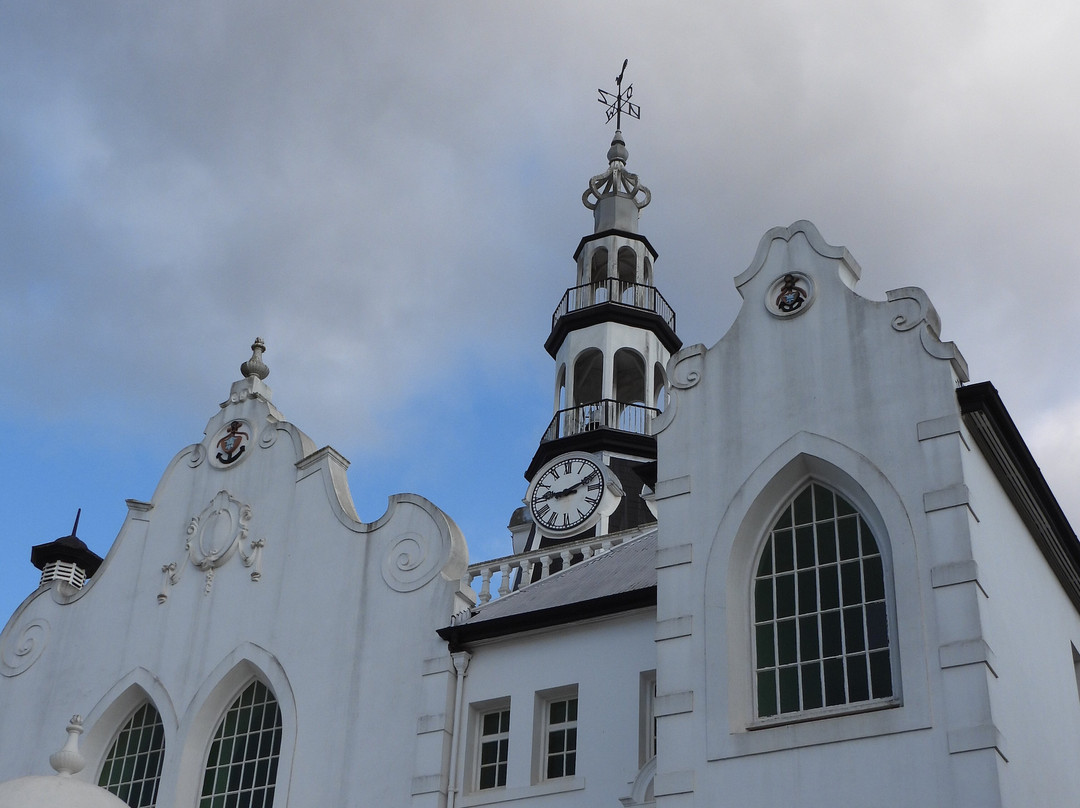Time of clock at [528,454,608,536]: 9:11
